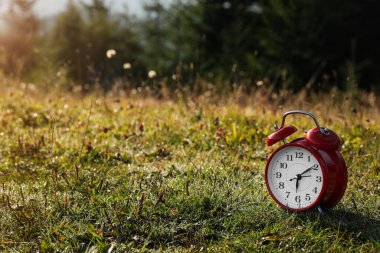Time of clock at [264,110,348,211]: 6:09
